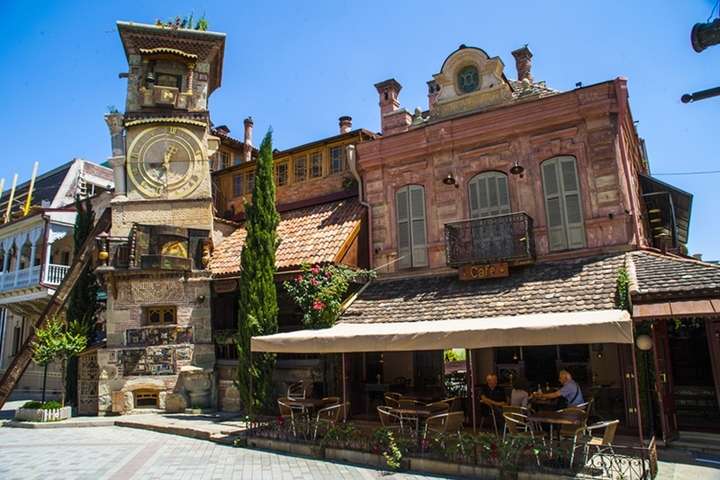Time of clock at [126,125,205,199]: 8:33
